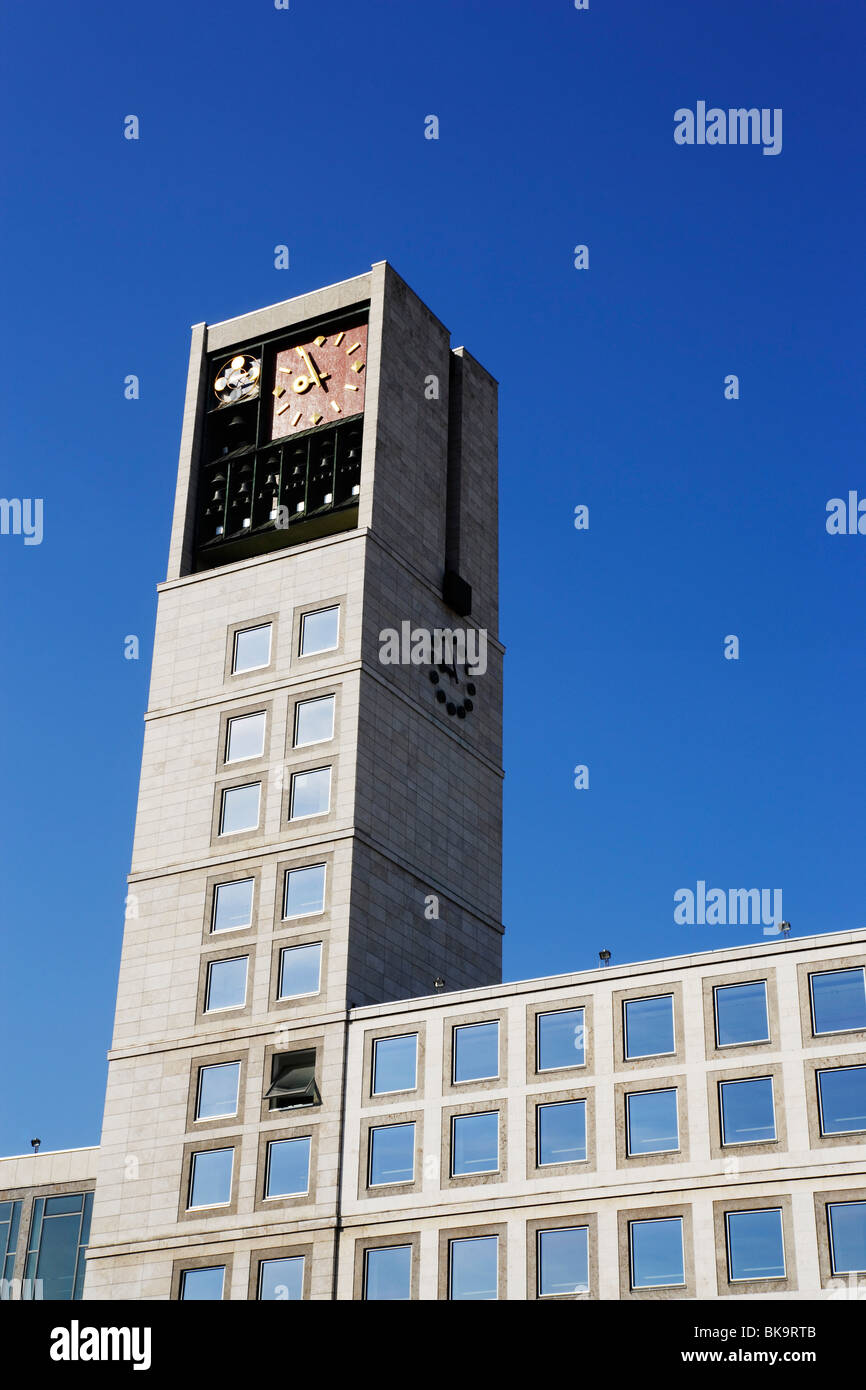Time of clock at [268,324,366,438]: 8:55
